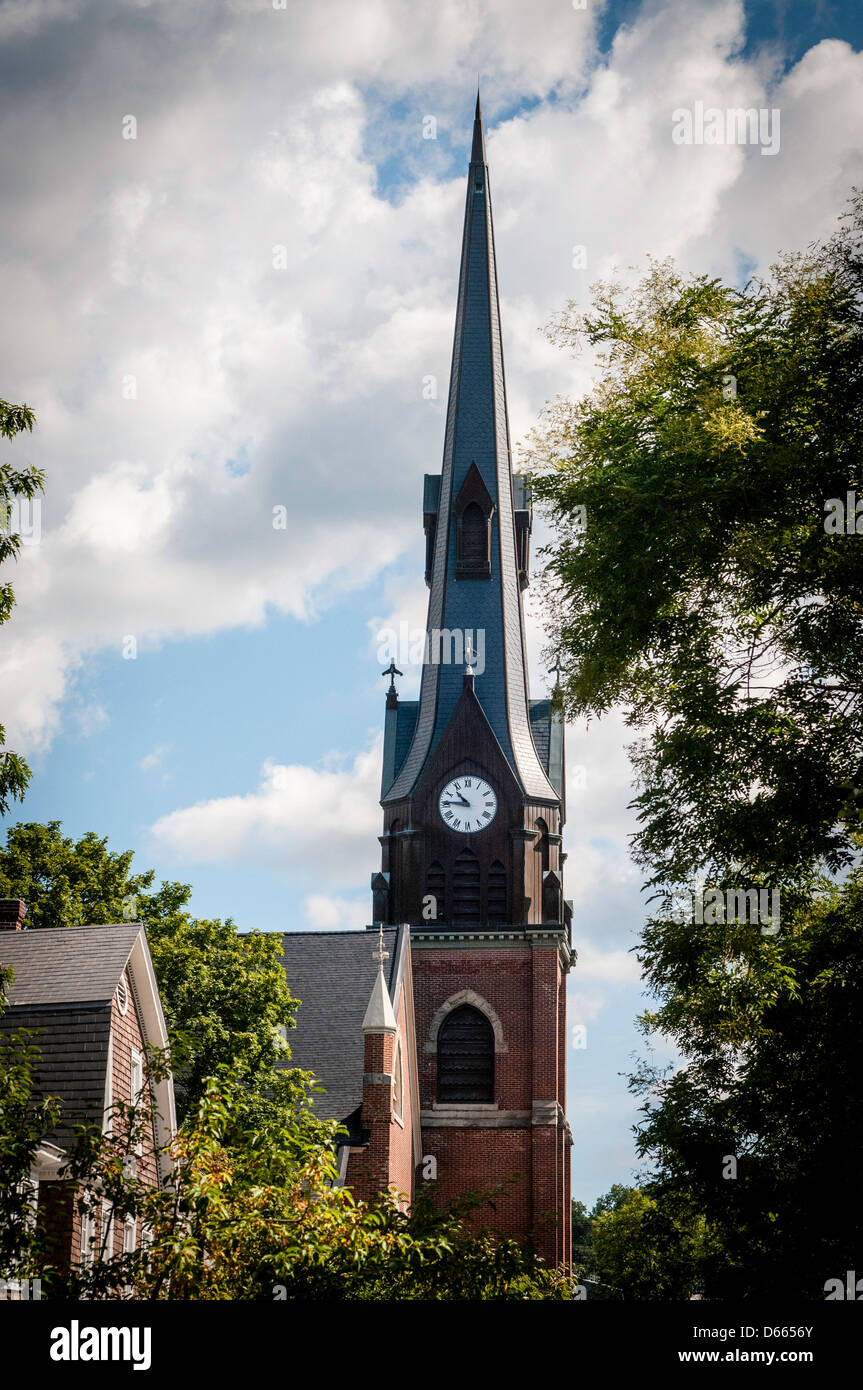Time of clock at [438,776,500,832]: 10:45
